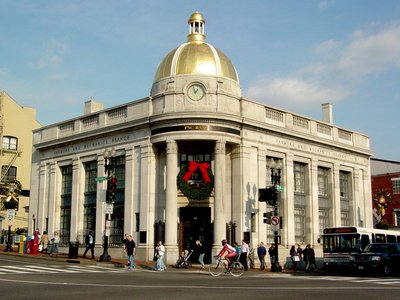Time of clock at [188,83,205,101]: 12:57
